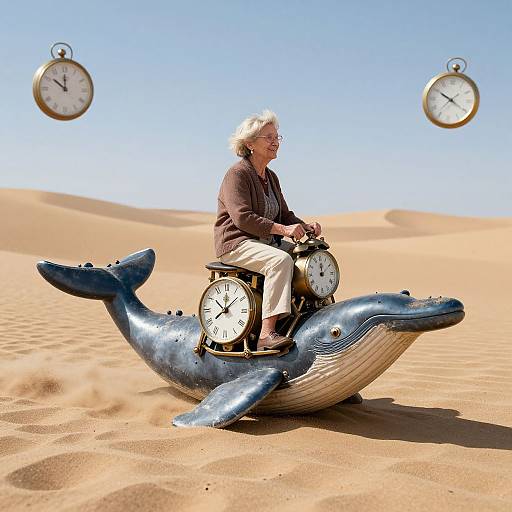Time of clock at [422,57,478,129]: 10:20
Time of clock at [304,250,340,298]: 12:09
